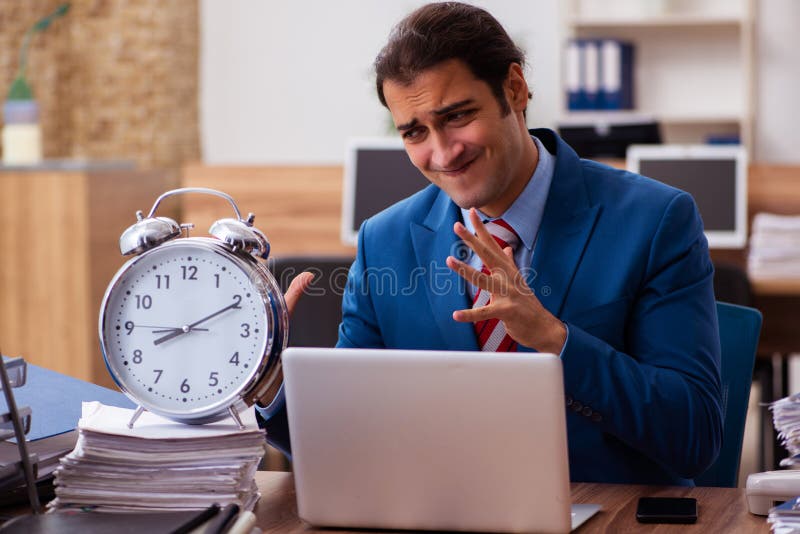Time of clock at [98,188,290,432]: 8:10
